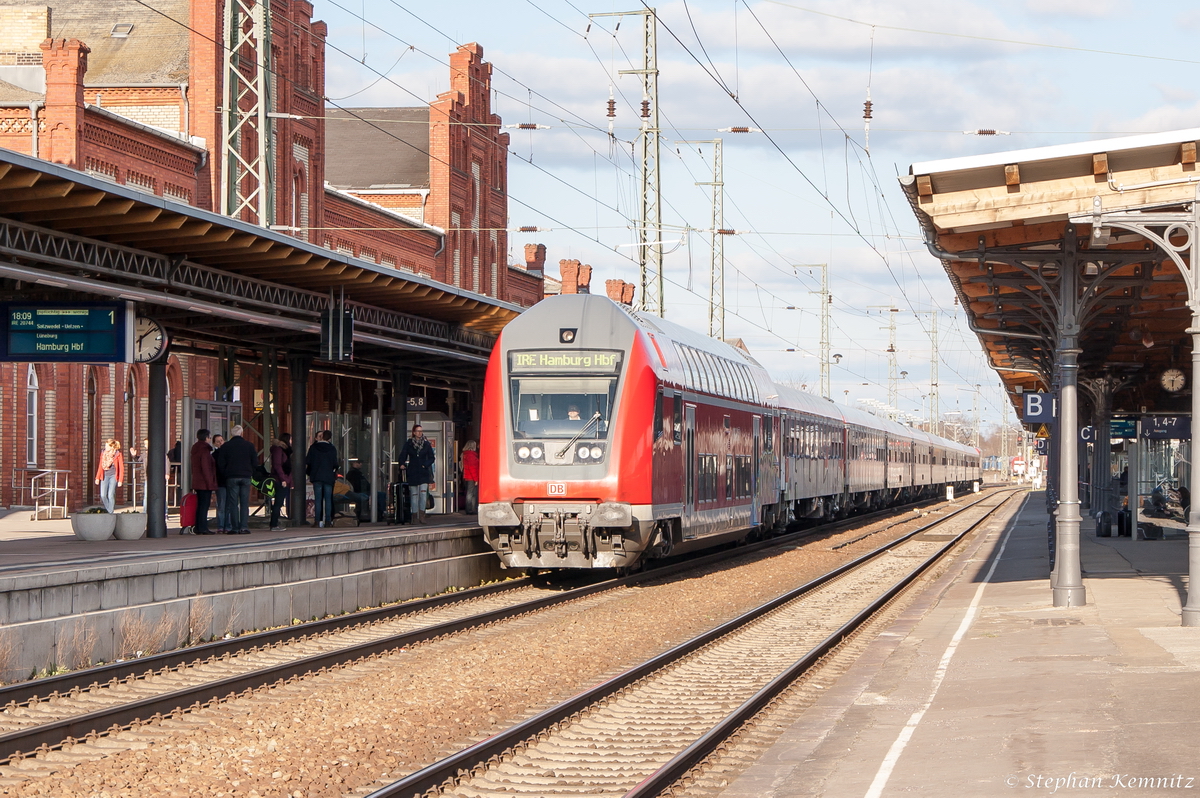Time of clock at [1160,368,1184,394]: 6:08
